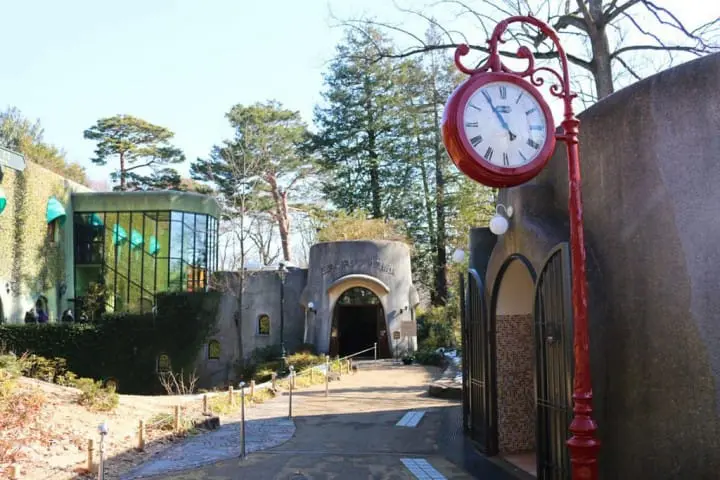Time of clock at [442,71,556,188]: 4:54
